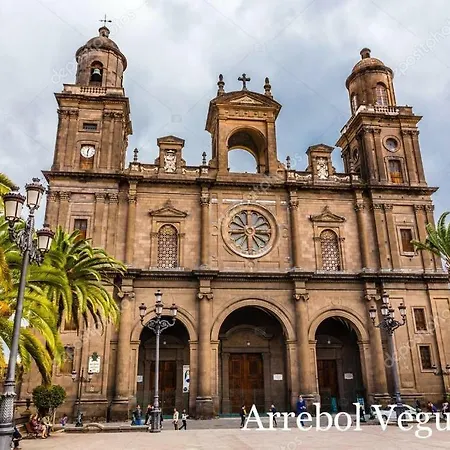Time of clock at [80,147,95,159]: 12:30
